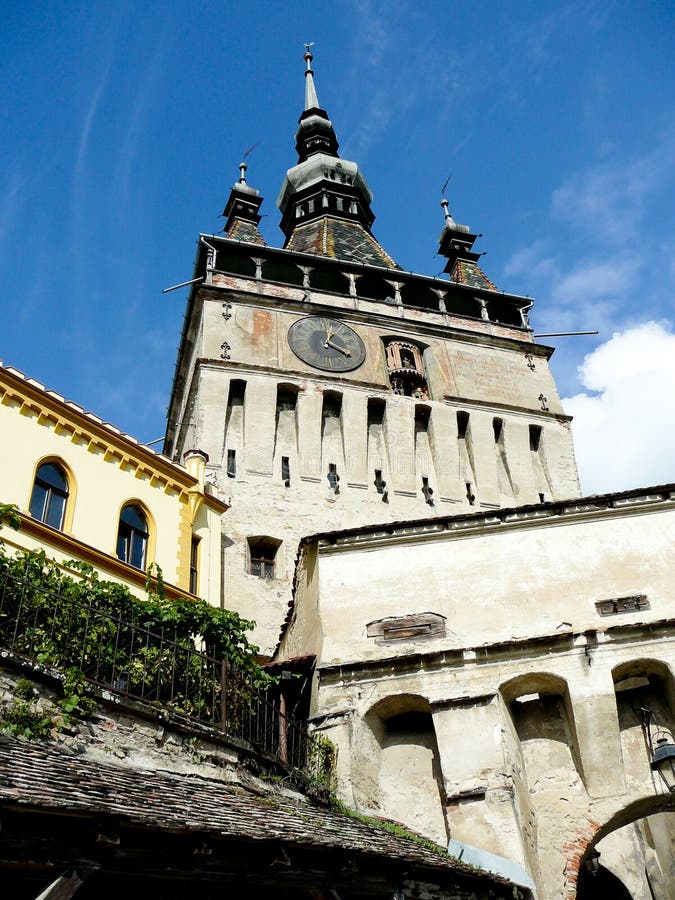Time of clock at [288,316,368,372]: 4:02
